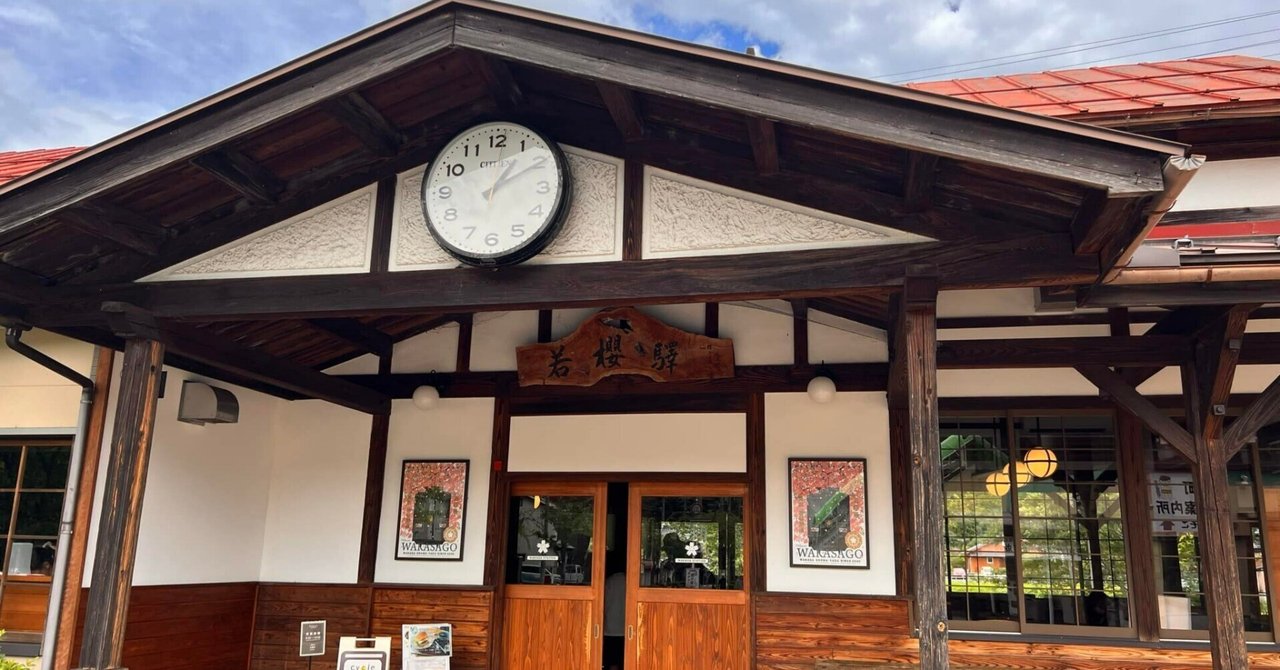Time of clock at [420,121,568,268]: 1:09
